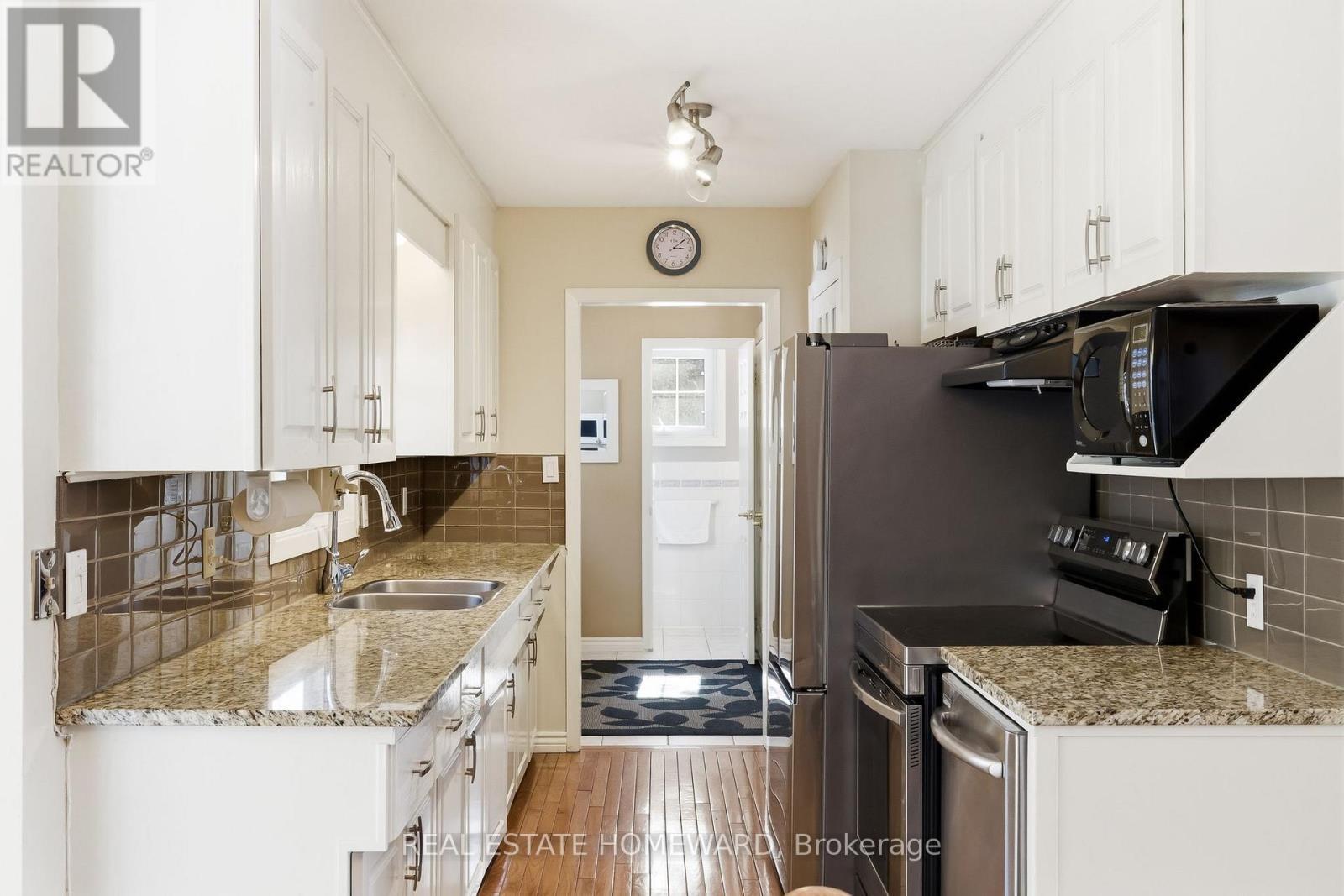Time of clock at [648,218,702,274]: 3:08
